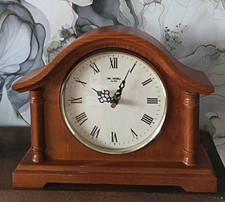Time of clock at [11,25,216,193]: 10:04
